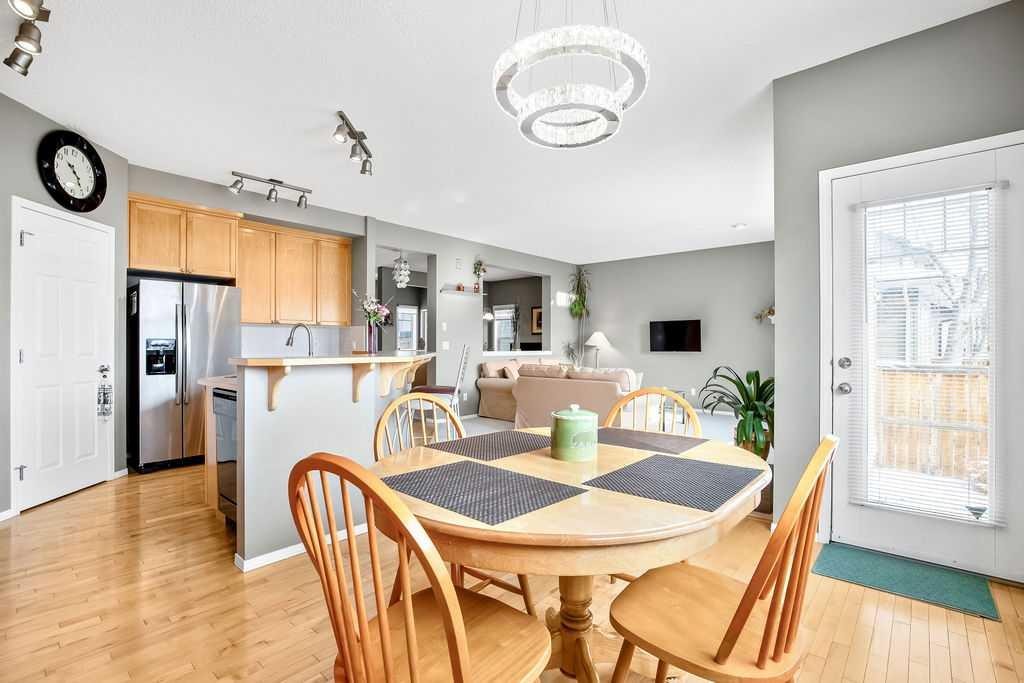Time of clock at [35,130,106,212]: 10:24
